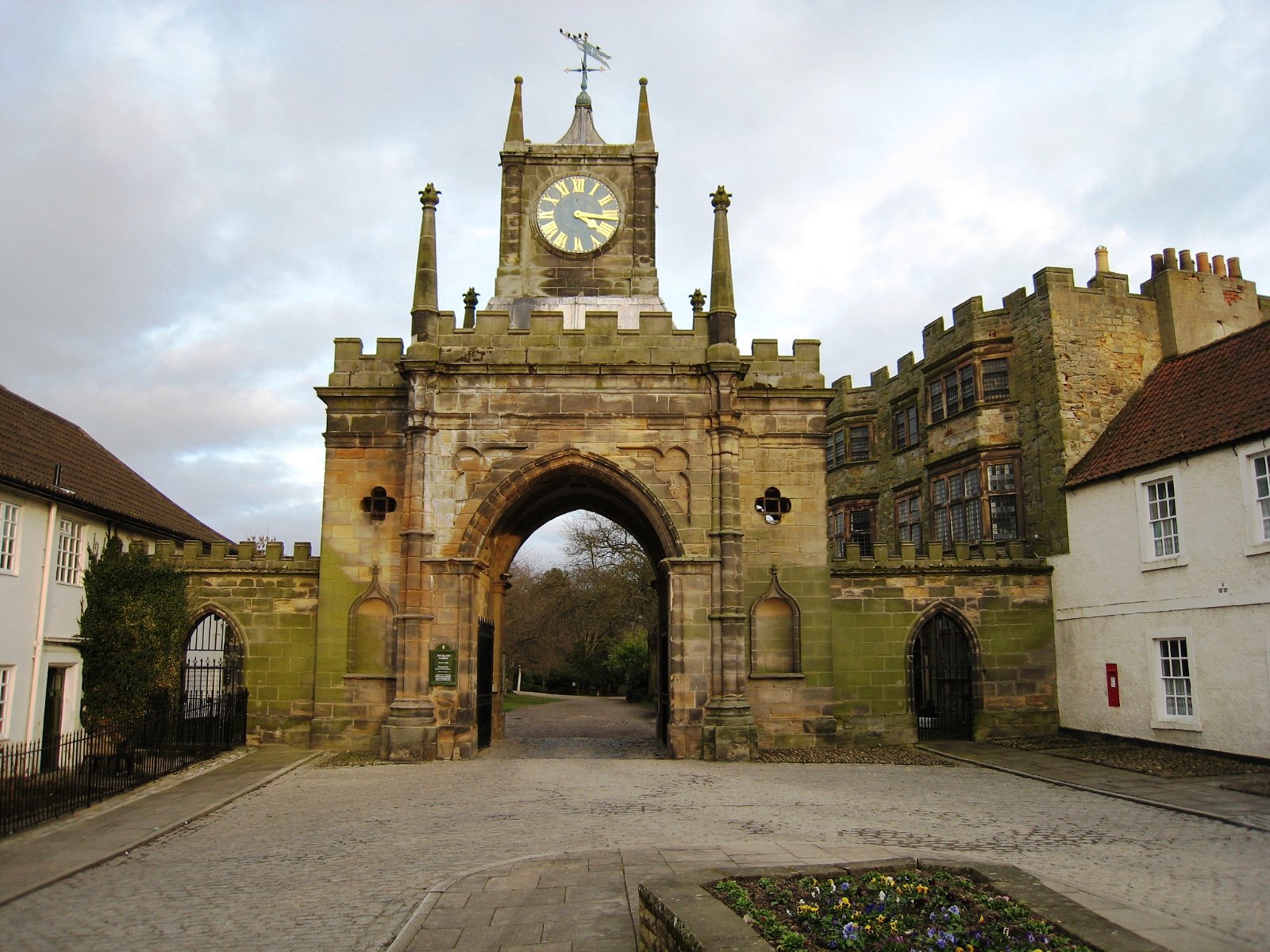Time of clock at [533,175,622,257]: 4:16
